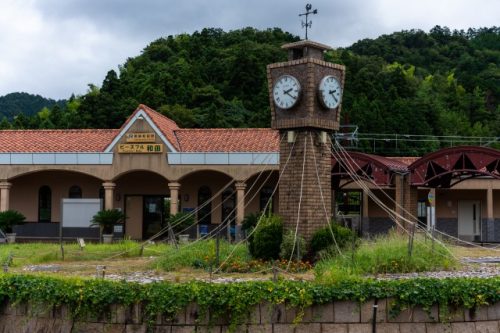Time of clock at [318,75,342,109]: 2:21
